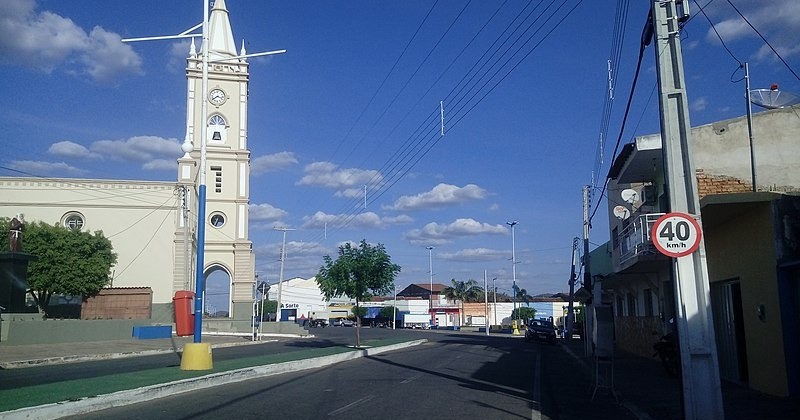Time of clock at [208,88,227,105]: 3:39
